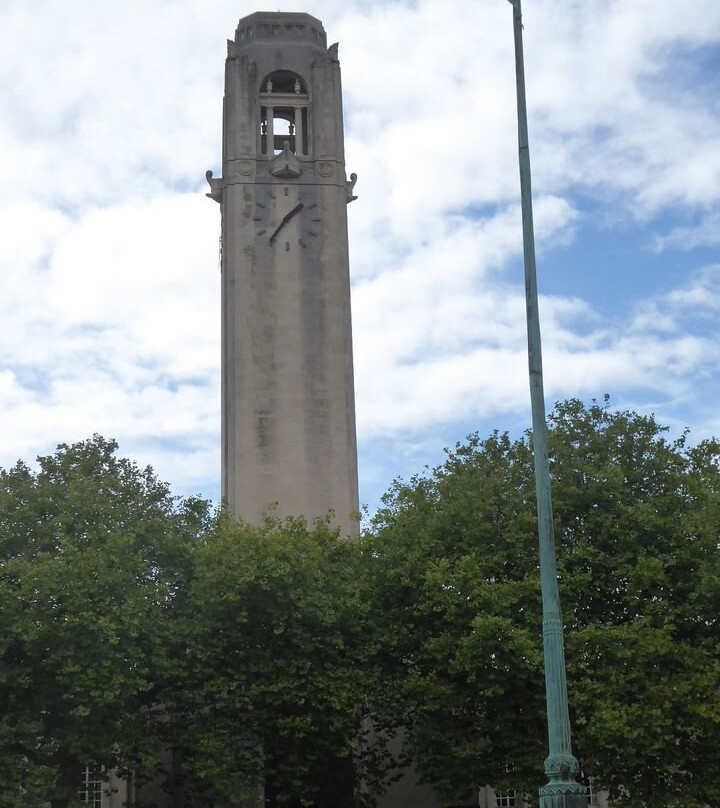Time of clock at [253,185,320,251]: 1:36
